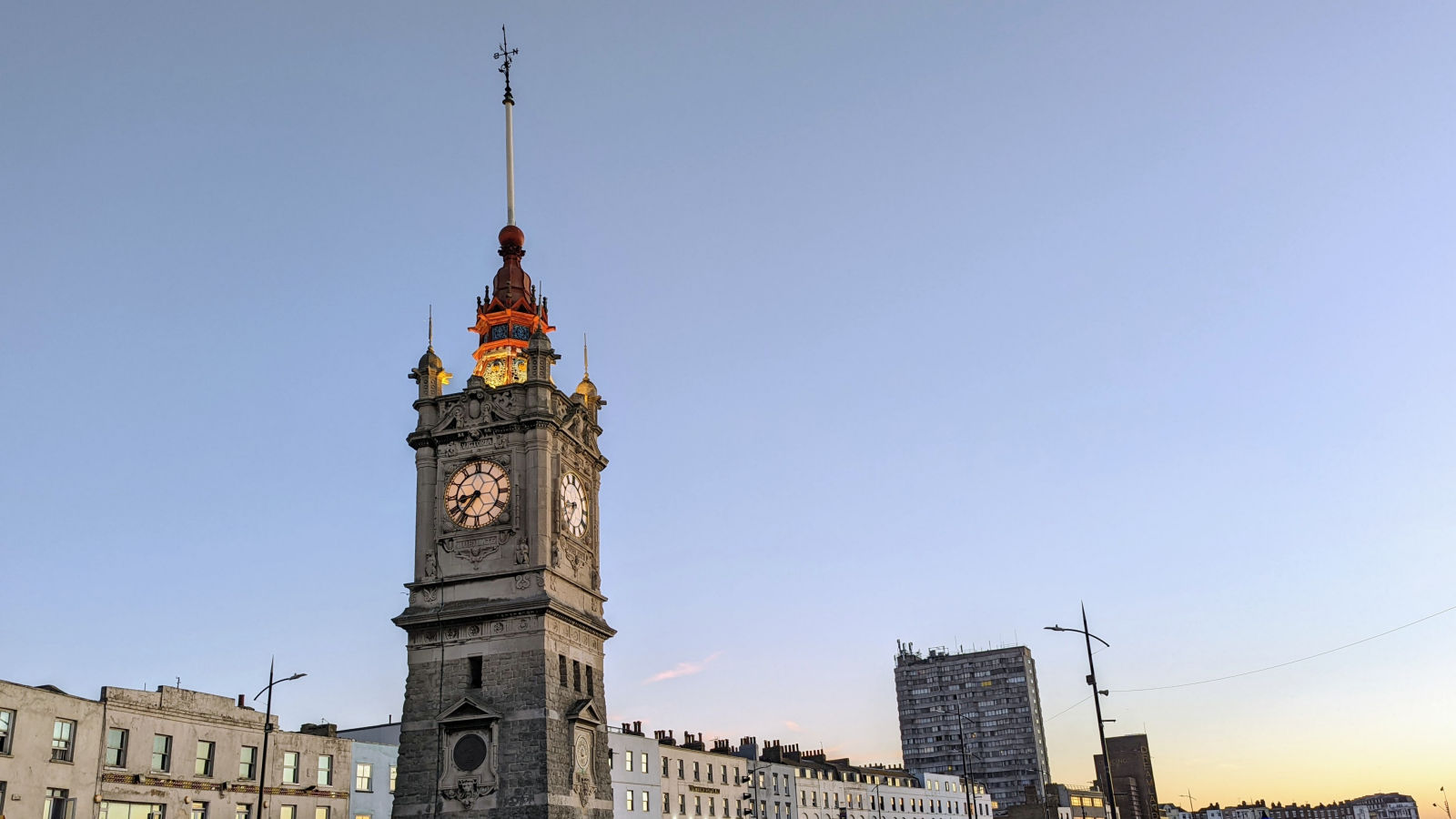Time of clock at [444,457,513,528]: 8:36
